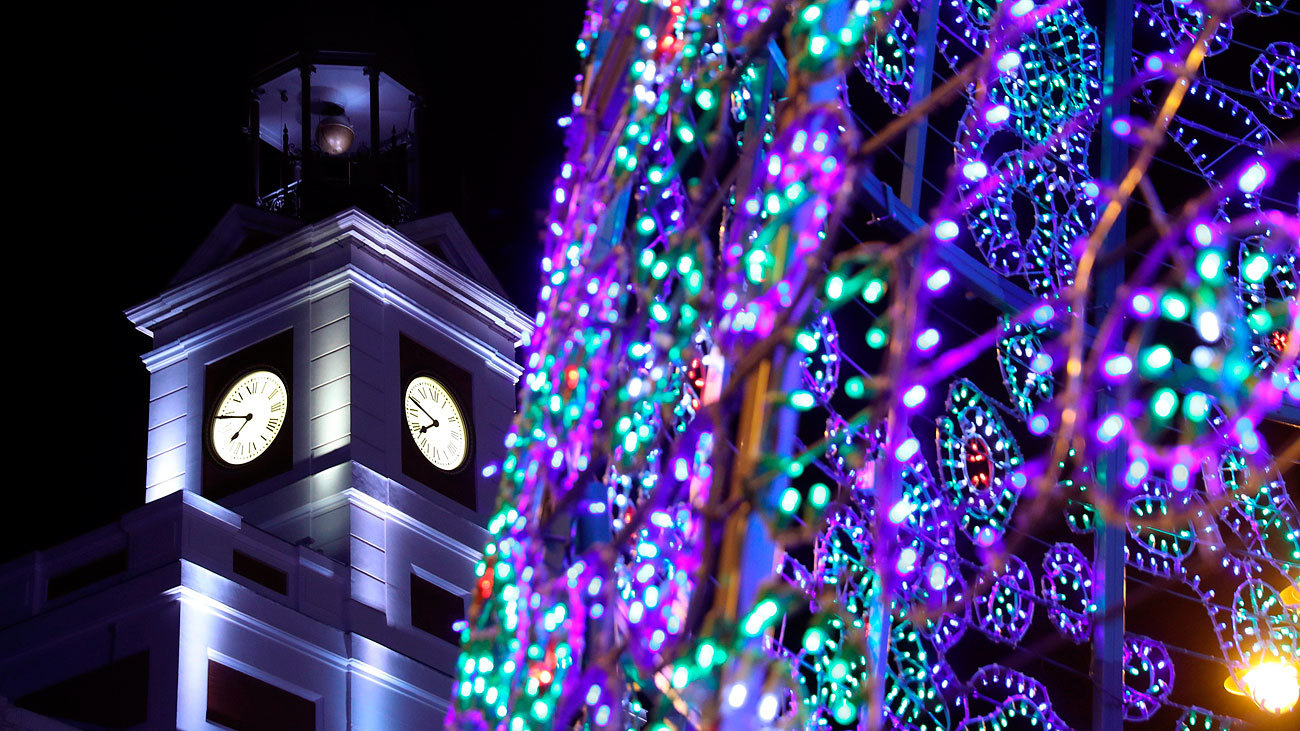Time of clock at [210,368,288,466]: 7:48
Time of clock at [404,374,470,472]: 7:48
